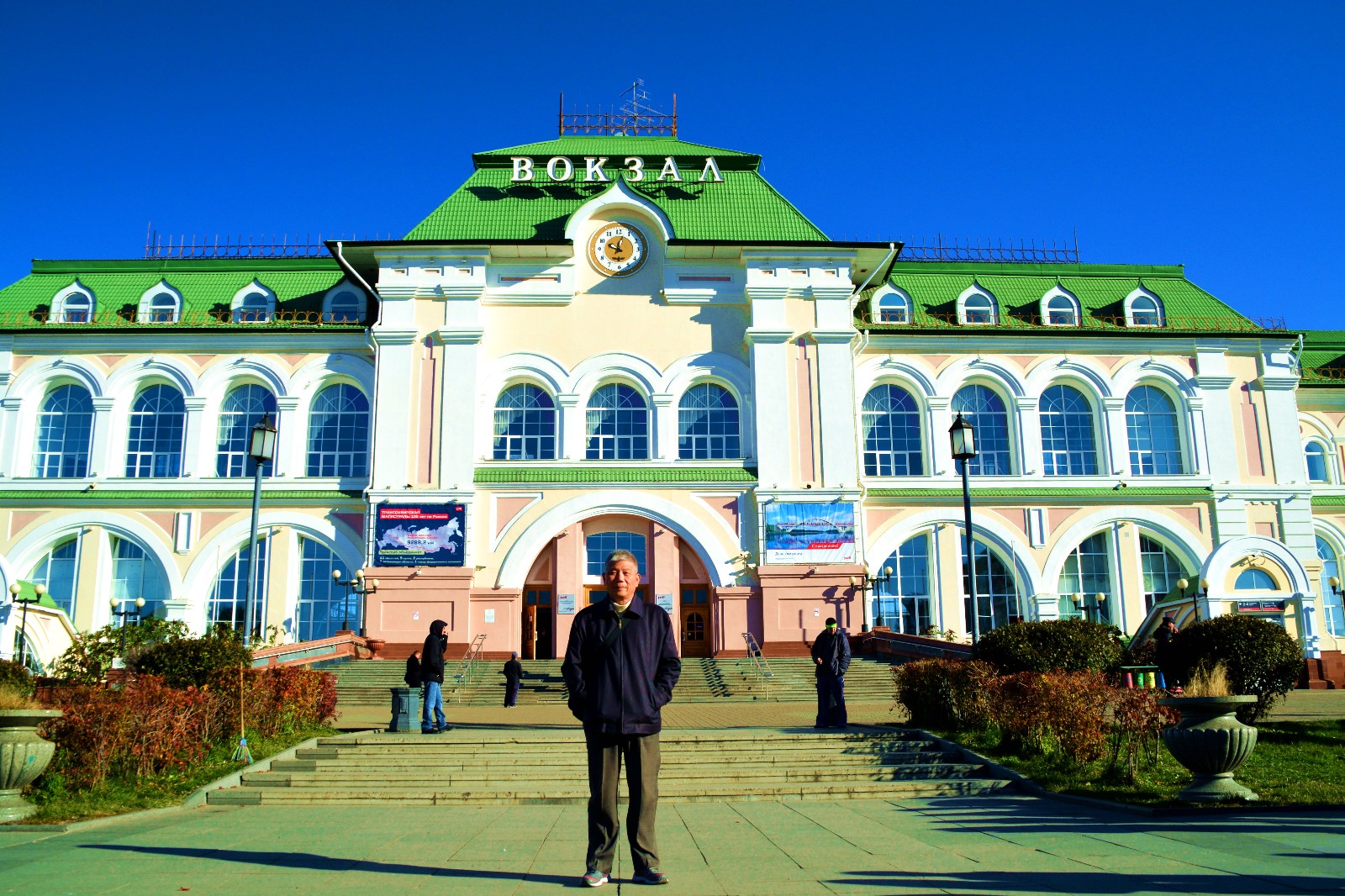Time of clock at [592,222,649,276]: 10:02
